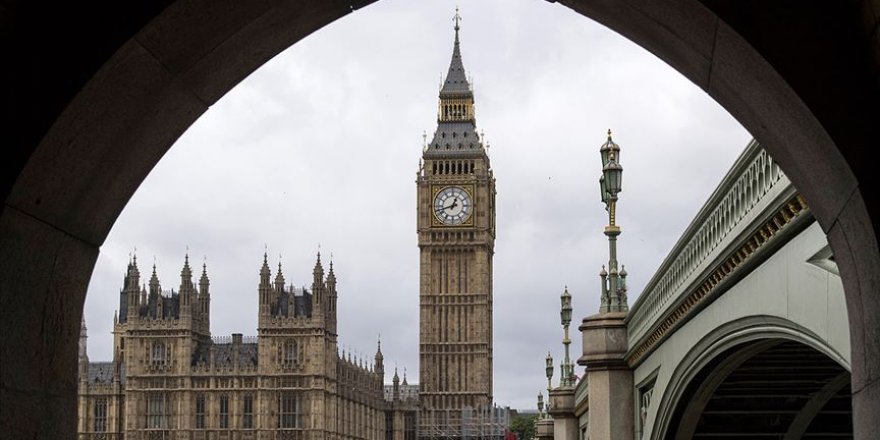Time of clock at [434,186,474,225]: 12:42
